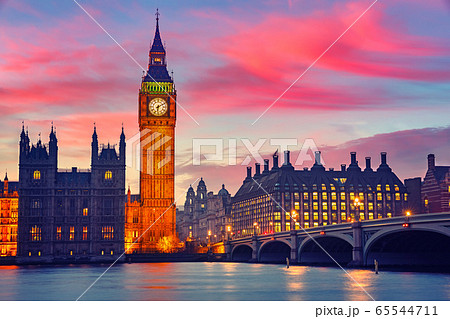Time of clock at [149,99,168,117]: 6:10
